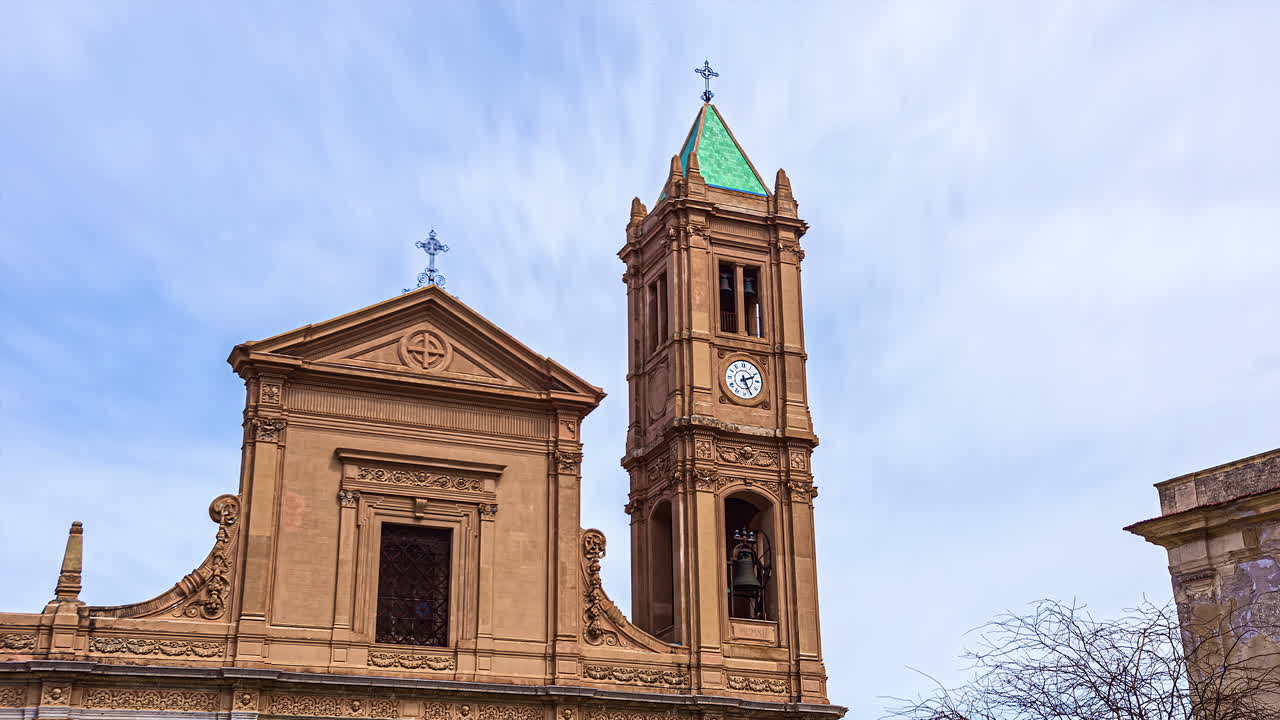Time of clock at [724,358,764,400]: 2:25
